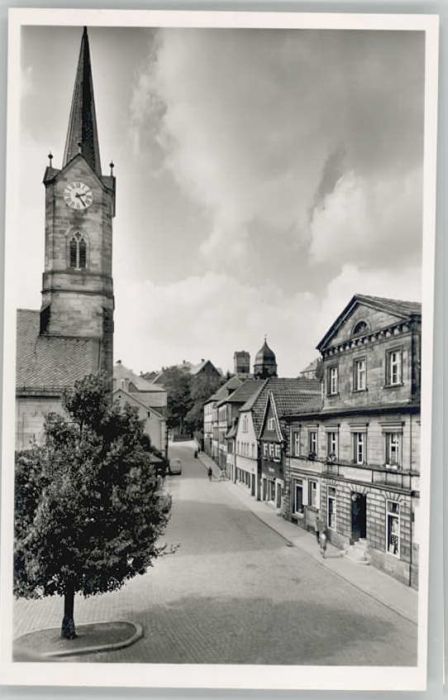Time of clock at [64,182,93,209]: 2:24
